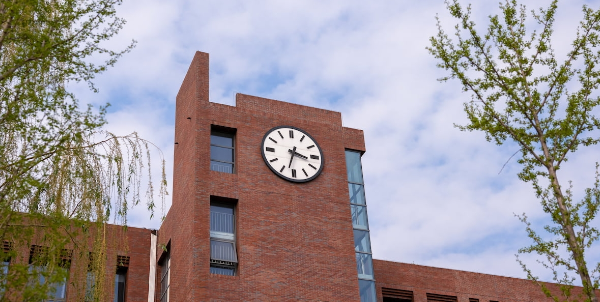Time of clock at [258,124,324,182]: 3:32
